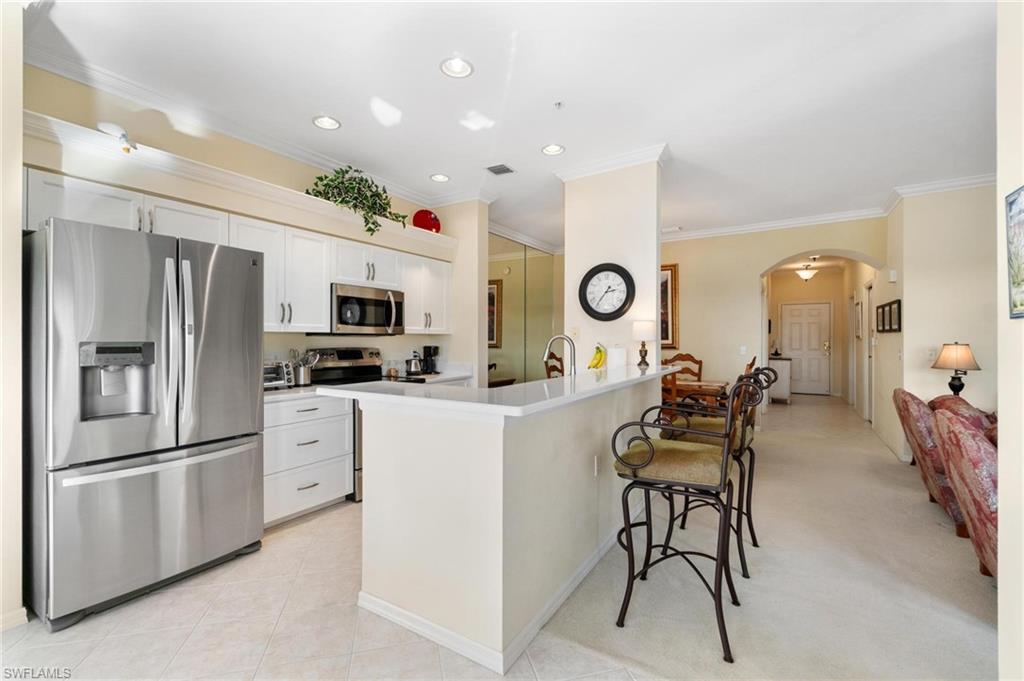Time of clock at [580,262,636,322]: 2:36
